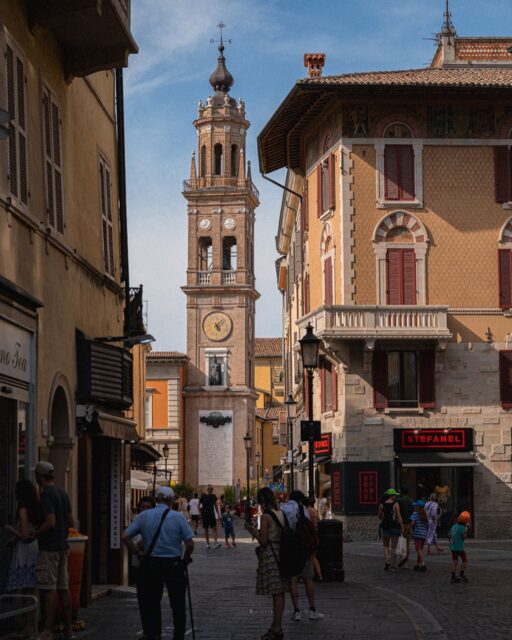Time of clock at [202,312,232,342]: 5:07
